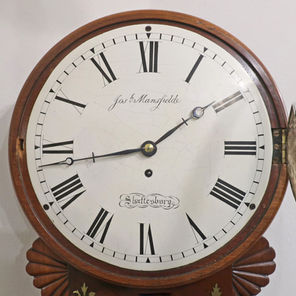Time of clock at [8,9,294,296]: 1:43
